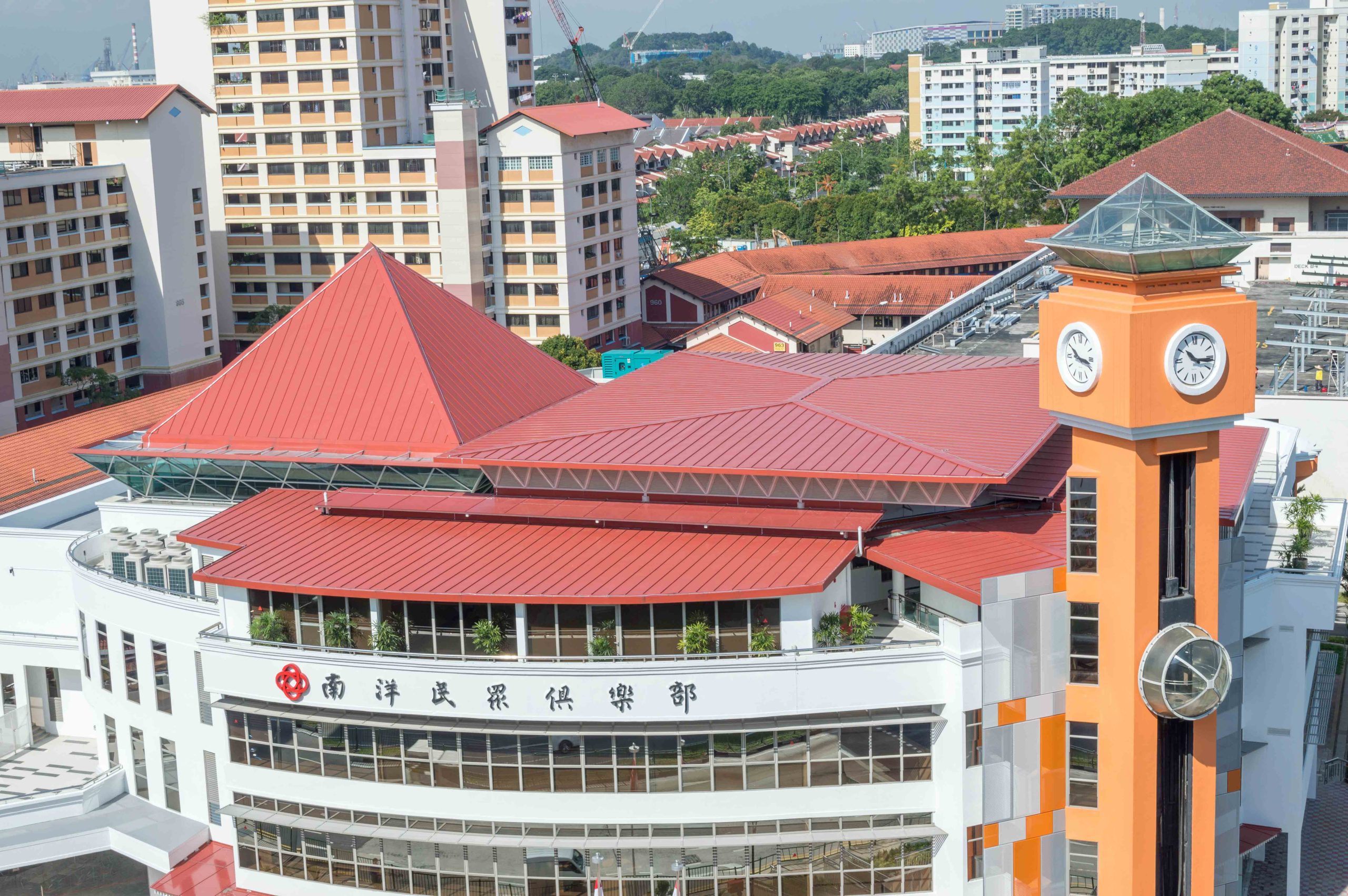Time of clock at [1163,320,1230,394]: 10:15
